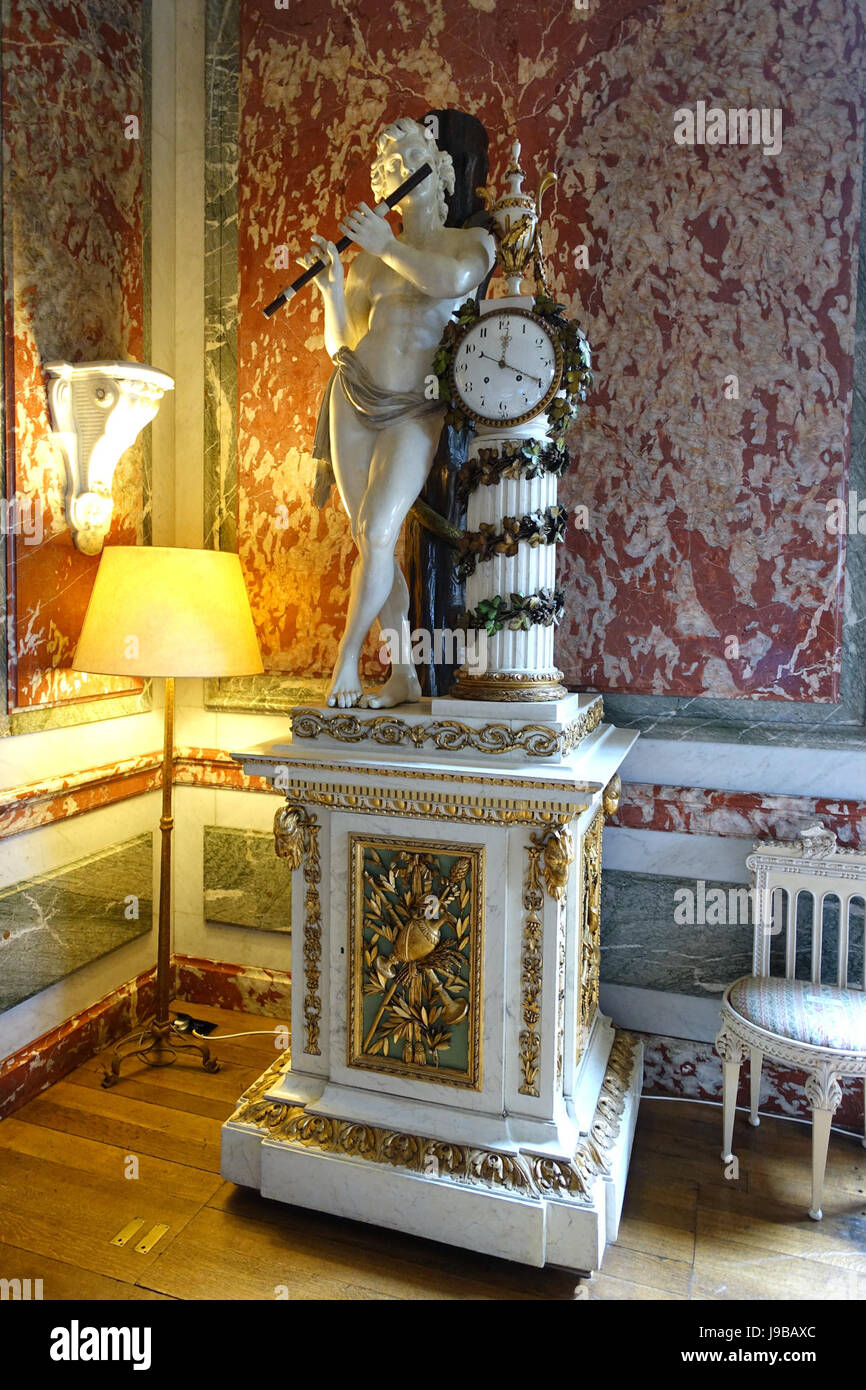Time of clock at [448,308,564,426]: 12:19
